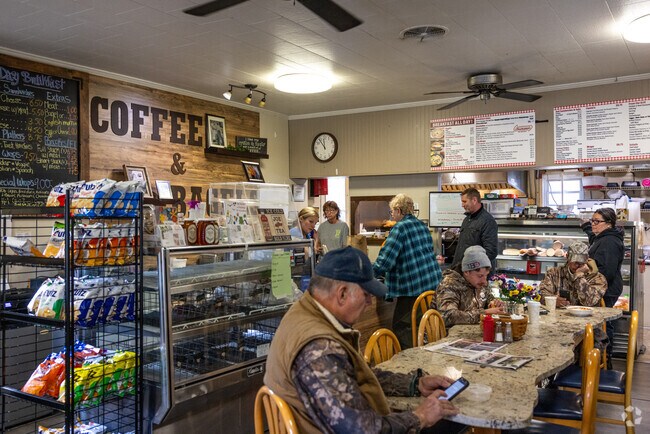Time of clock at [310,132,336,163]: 11:53
